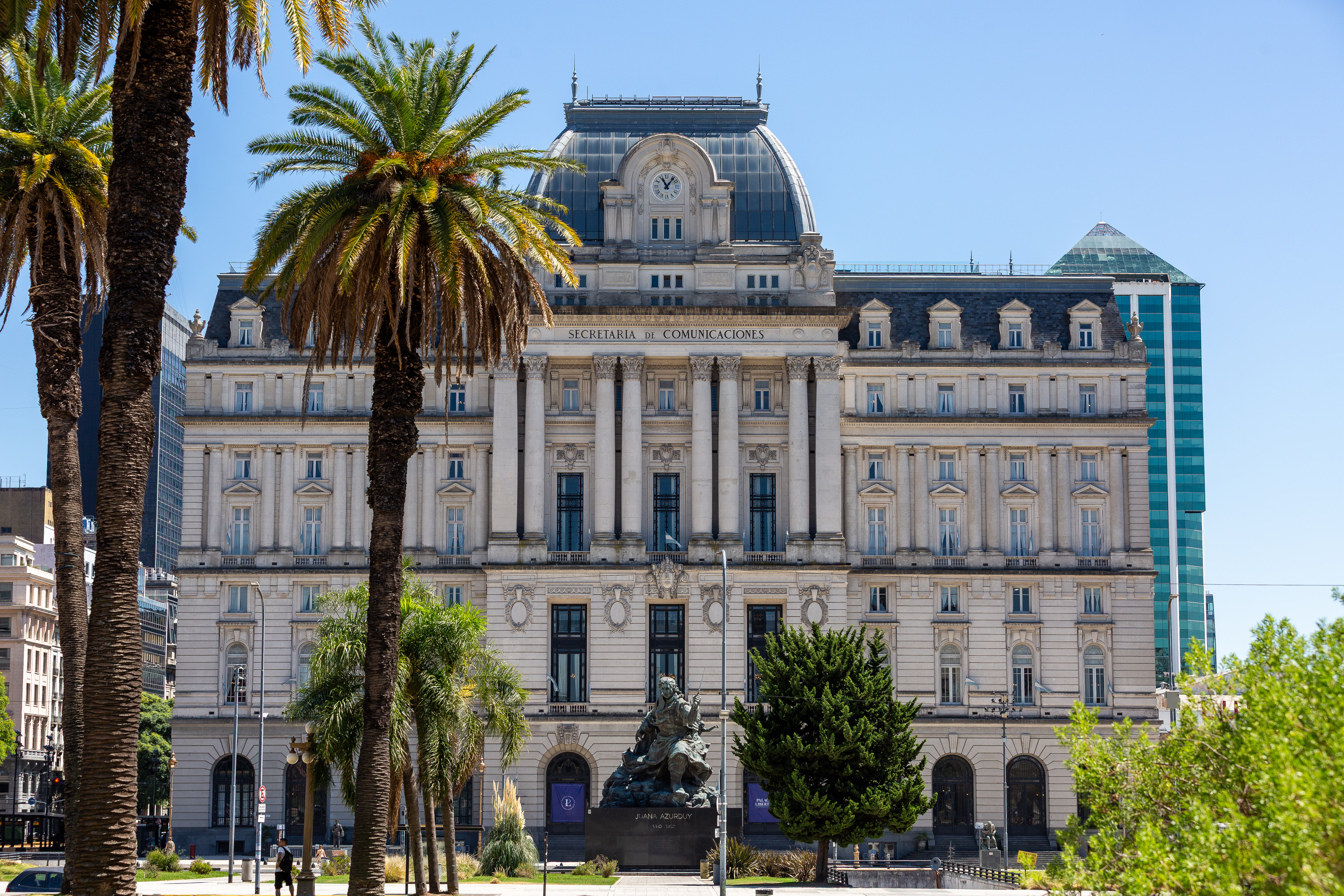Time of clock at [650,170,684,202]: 11:06
